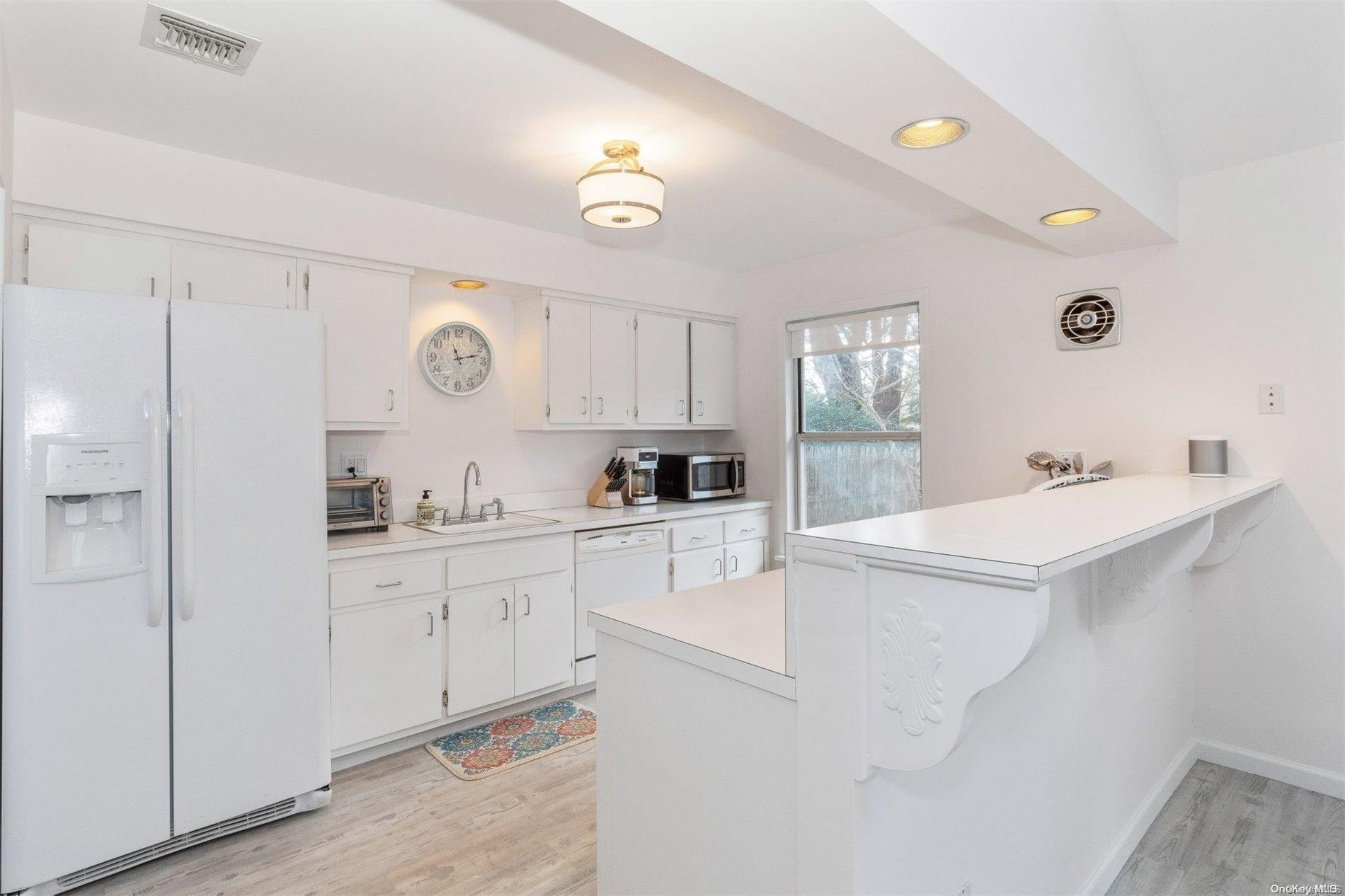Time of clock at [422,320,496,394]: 11:12
